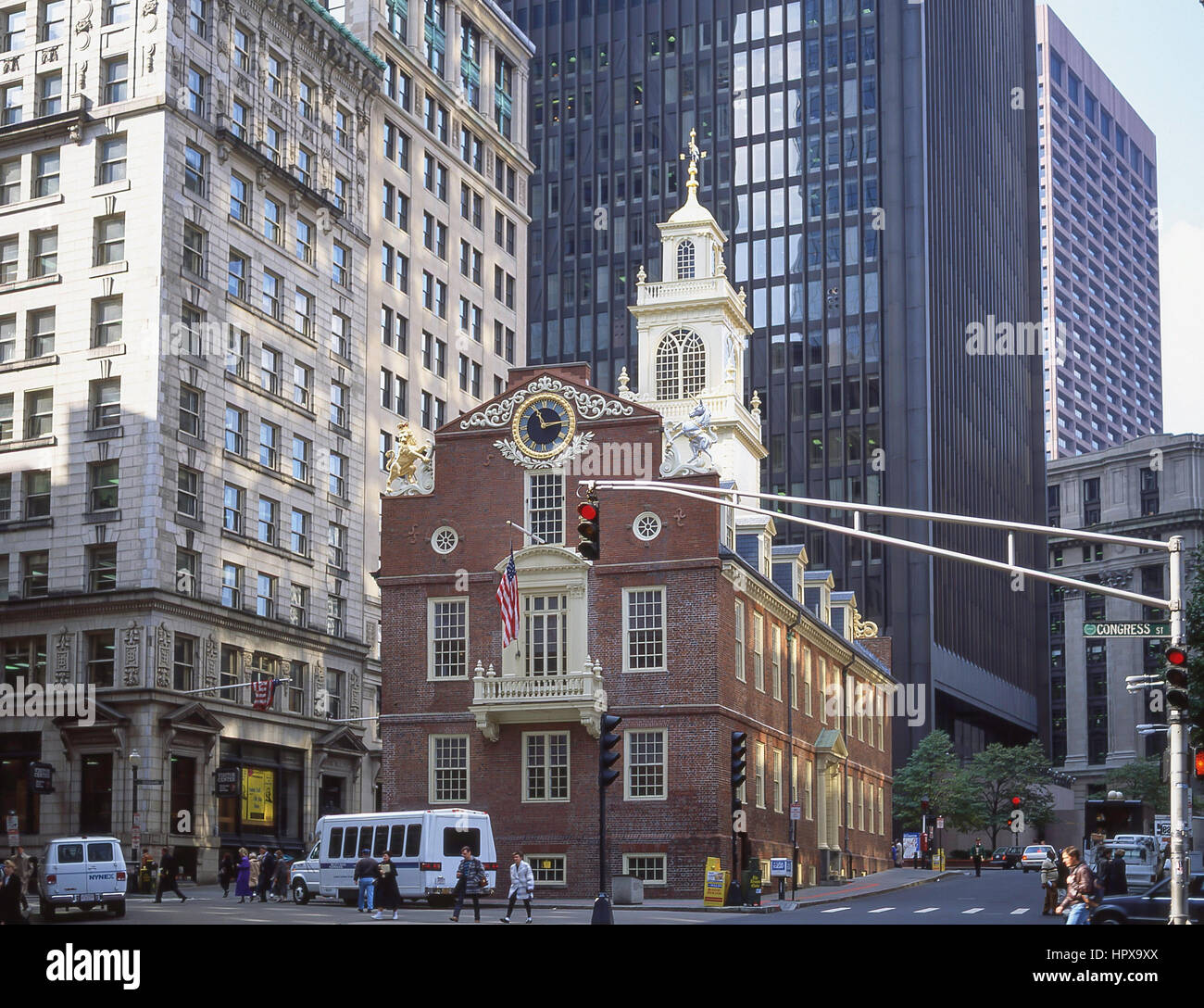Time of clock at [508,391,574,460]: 11:13
